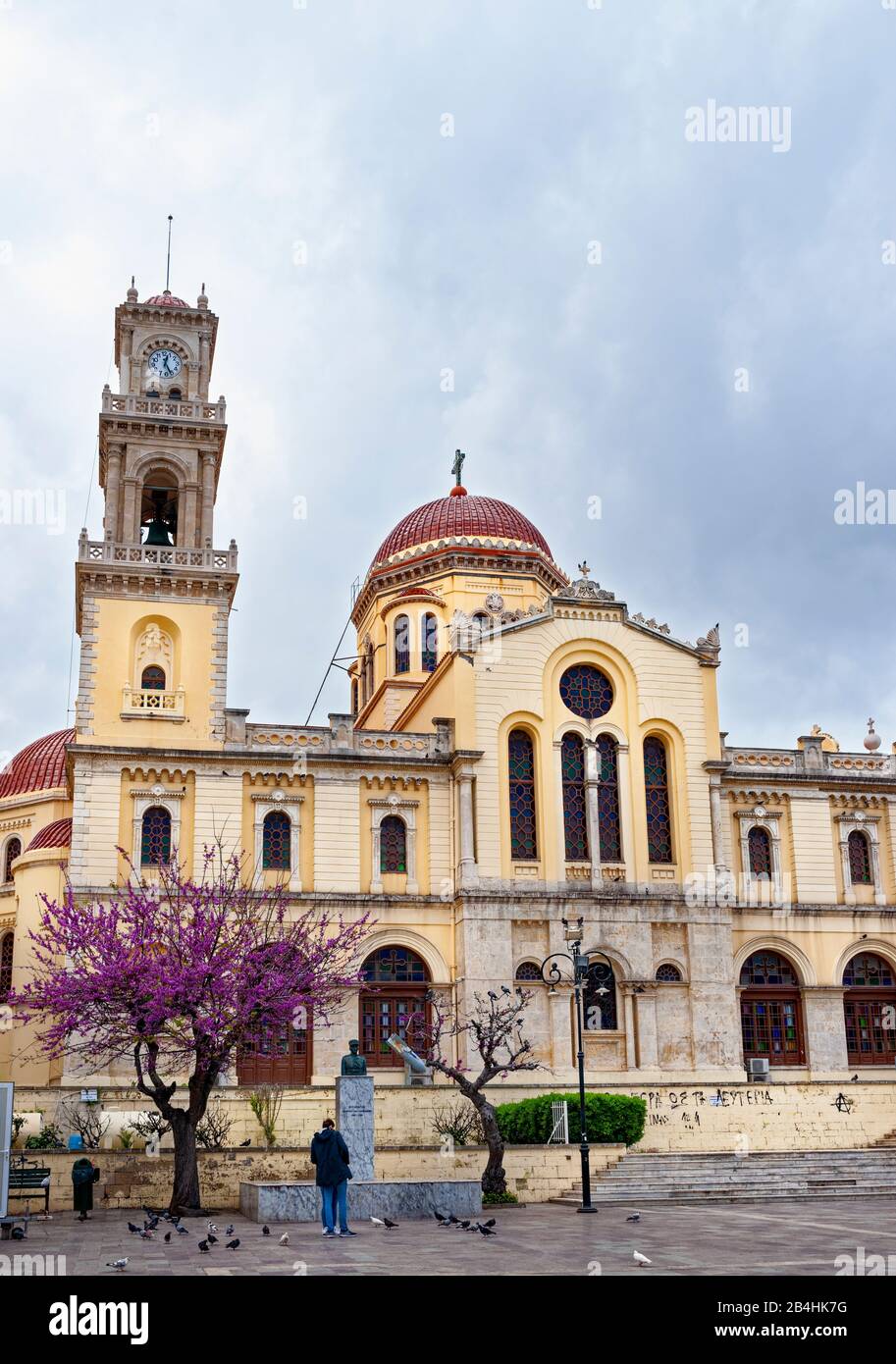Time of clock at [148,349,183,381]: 12:26
